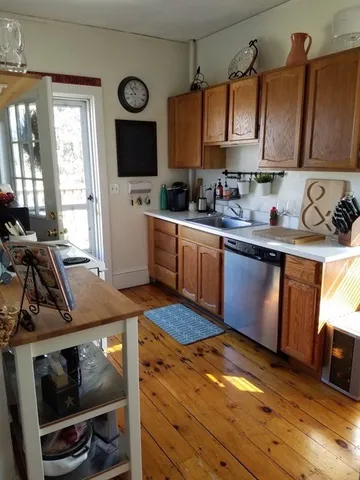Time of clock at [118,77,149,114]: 10:42
